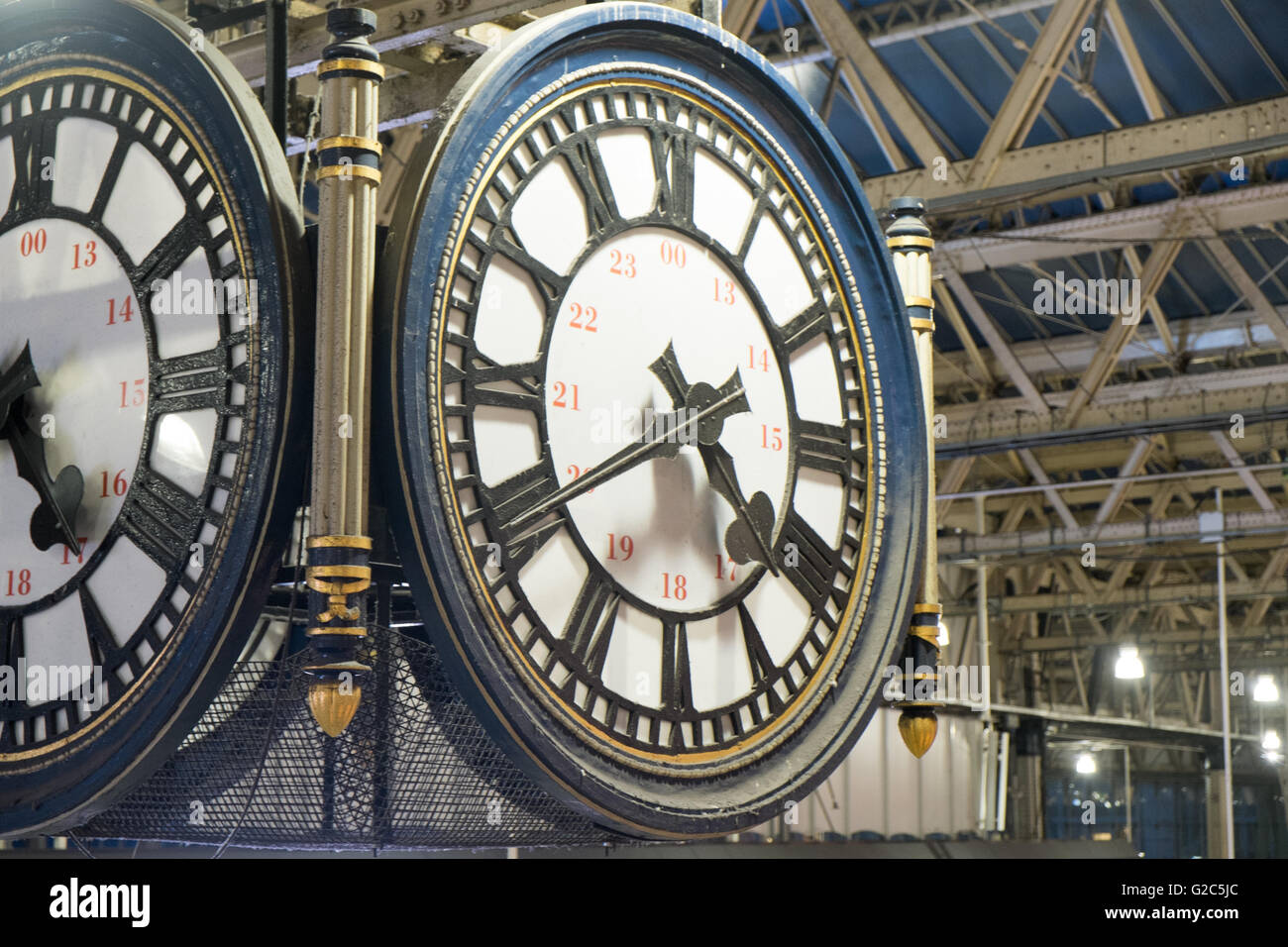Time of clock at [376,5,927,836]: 4:40
